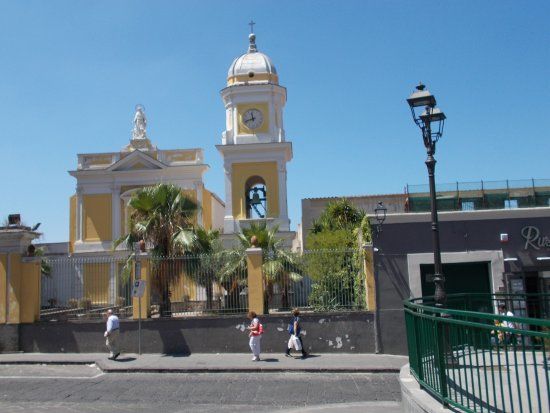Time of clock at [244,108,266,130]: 11:42
